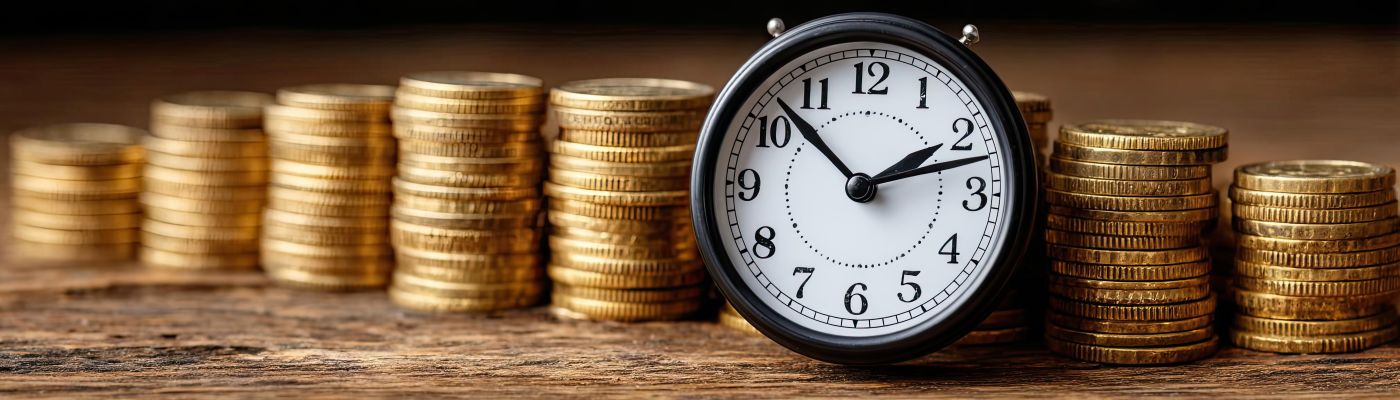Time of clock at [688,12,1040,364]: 1:52
